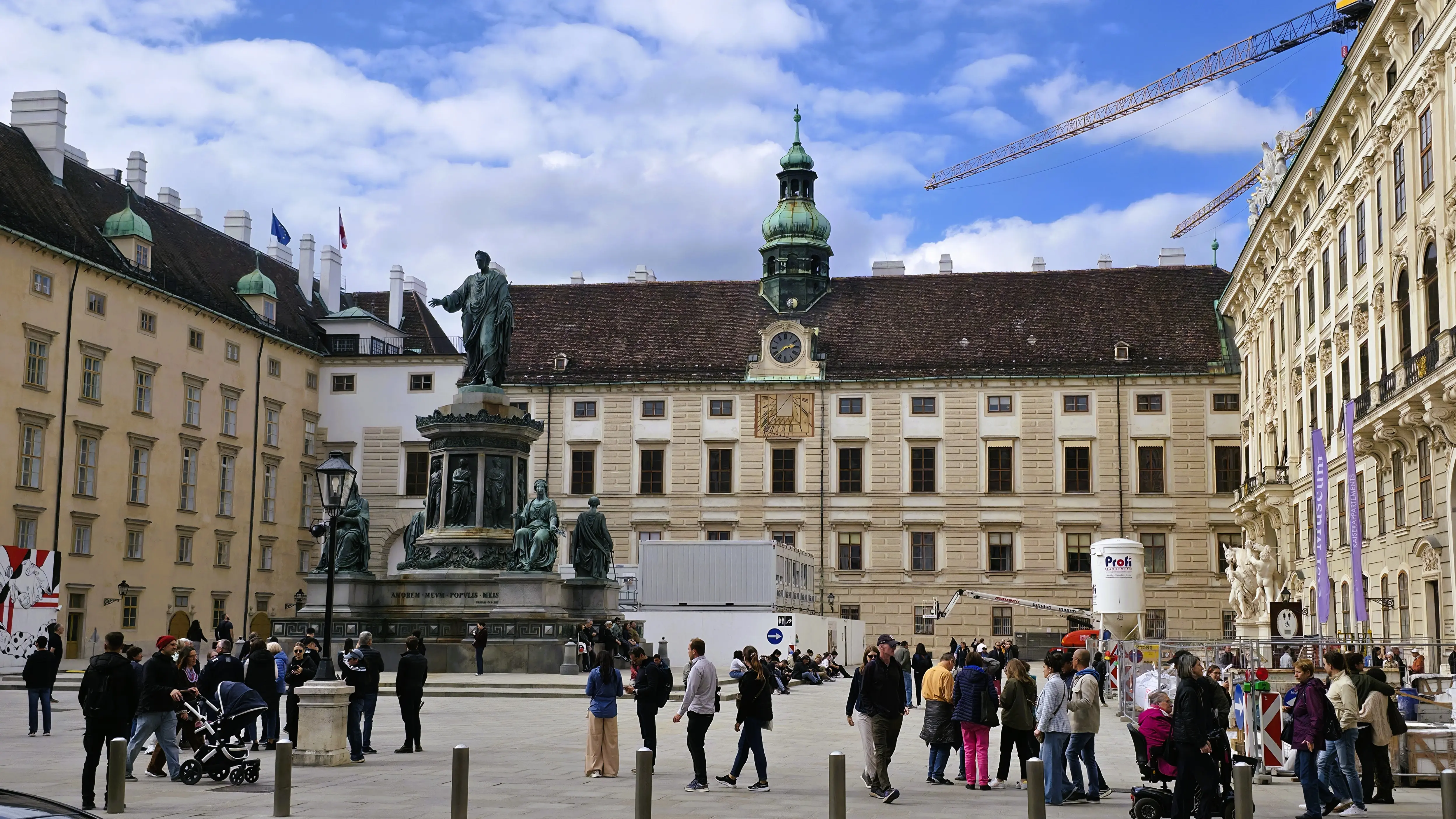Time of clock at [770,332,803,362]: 2:38
